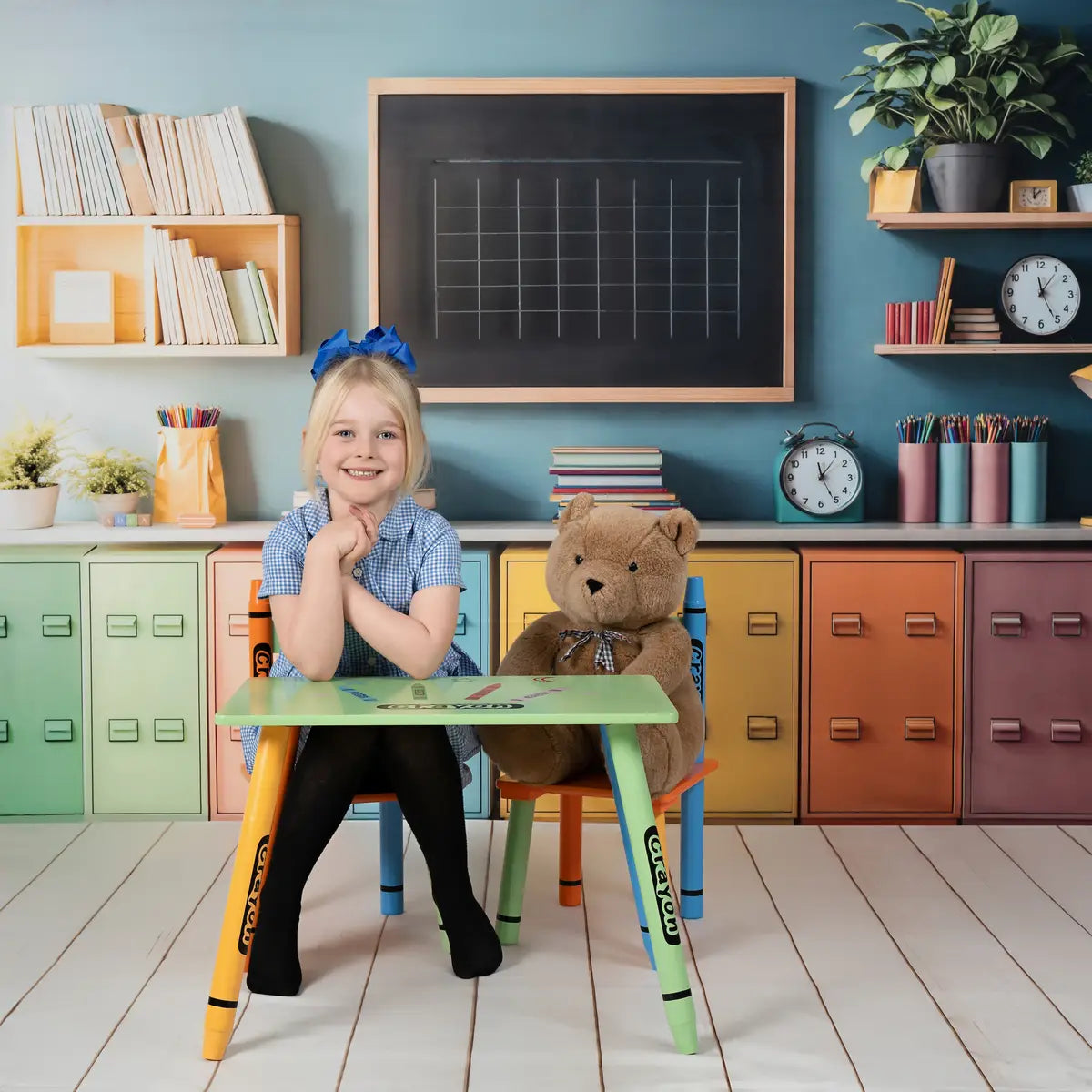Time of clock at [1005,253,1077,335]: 11:25
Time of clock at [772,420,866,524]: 11:25
